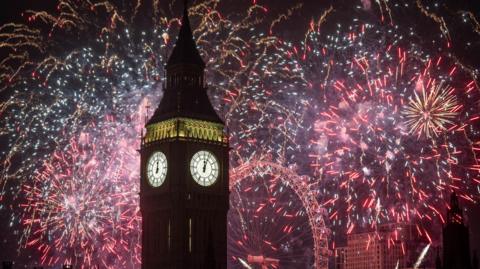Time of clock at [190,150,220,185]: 12:03
